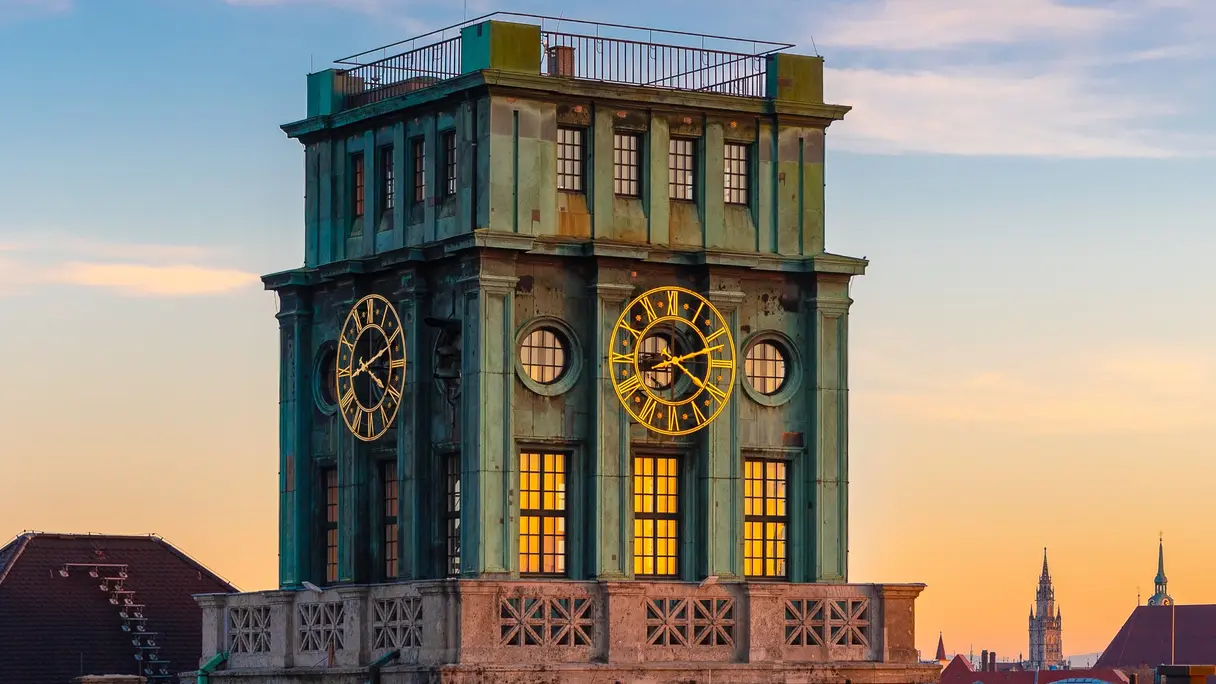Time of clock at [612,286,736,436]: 8:20
